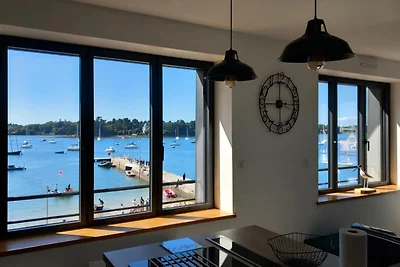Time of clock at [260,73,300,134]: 5:59
